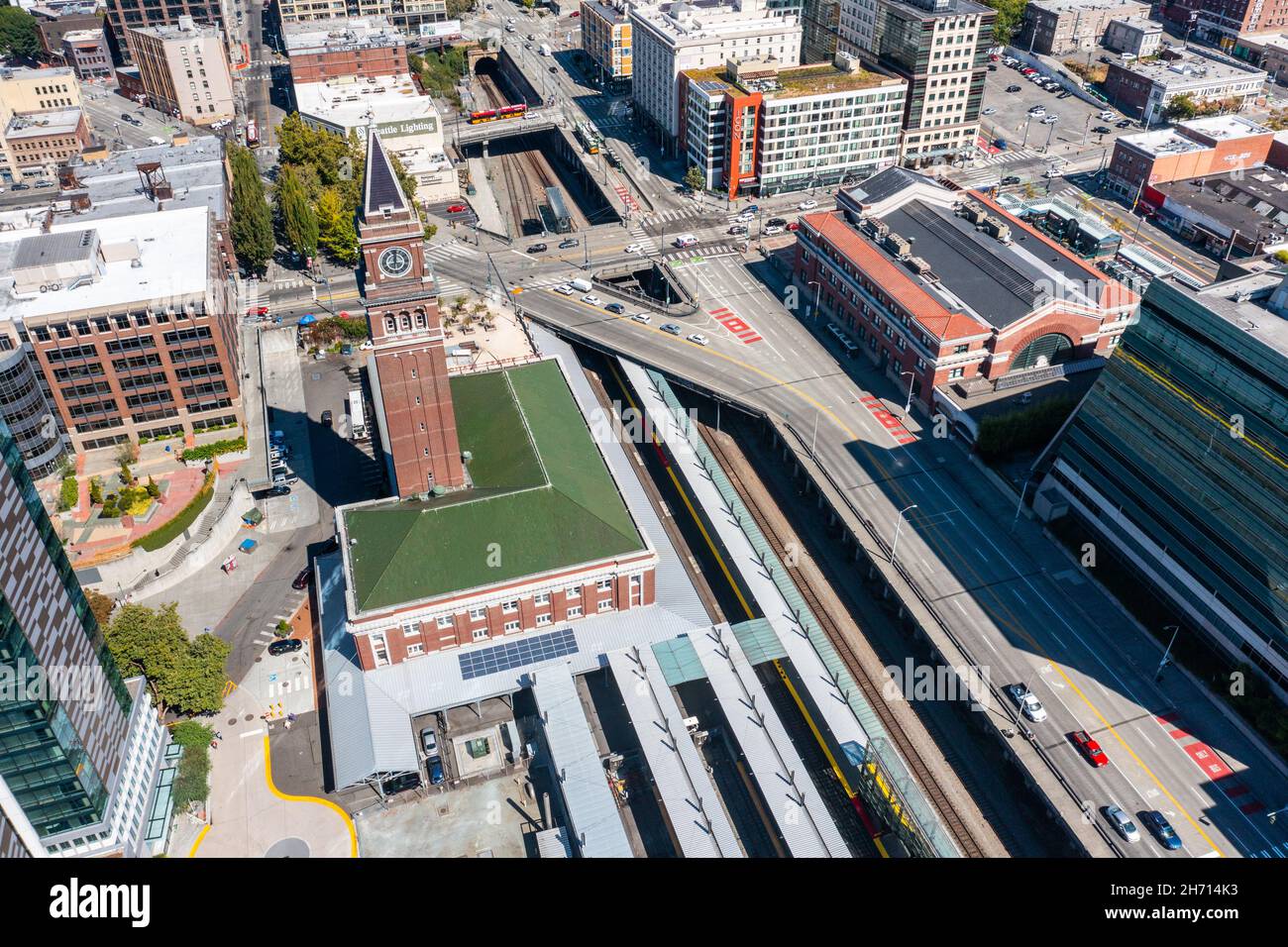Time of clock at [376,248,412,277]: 12:00
